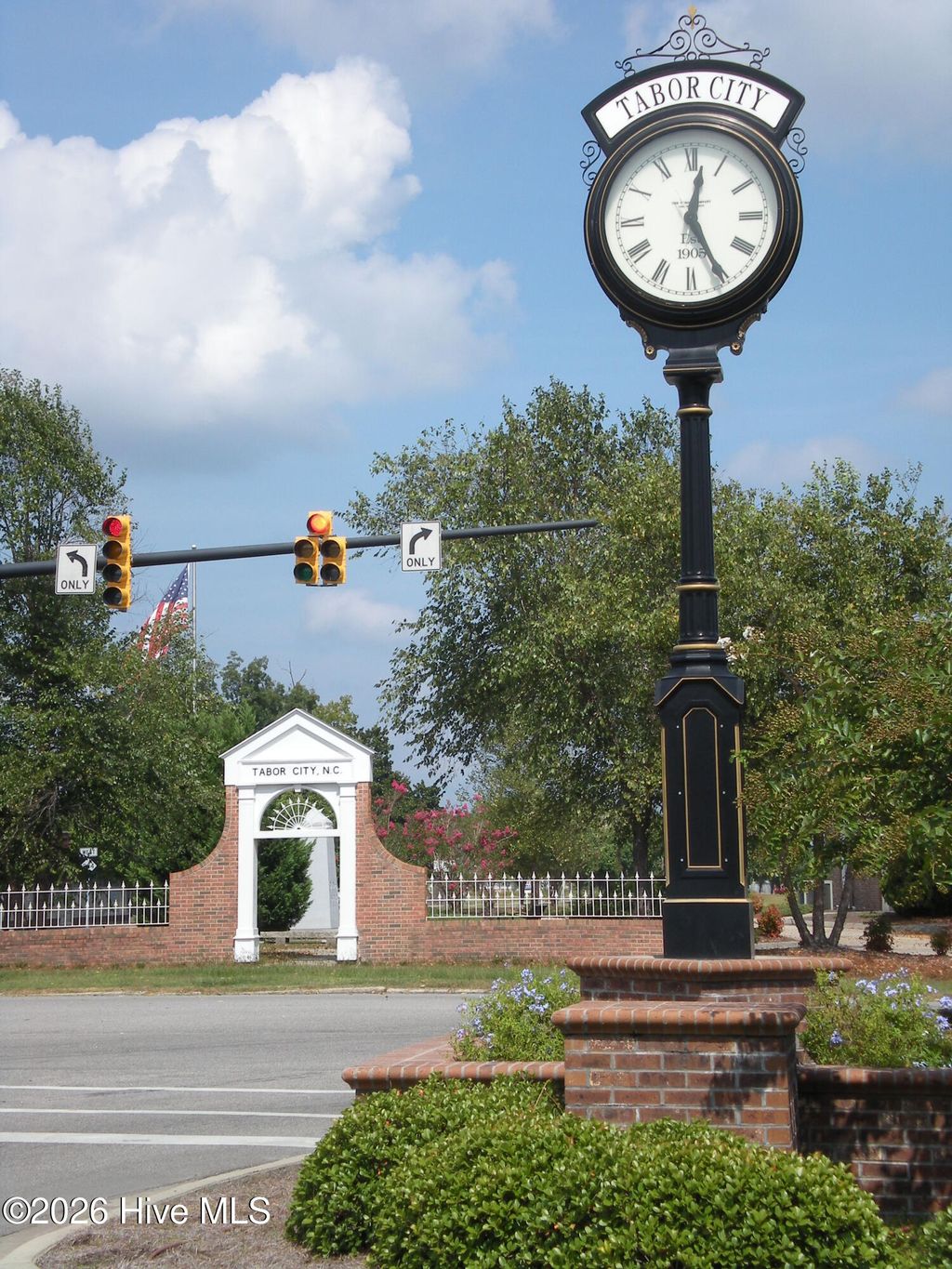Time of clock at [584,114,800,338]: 12:25
